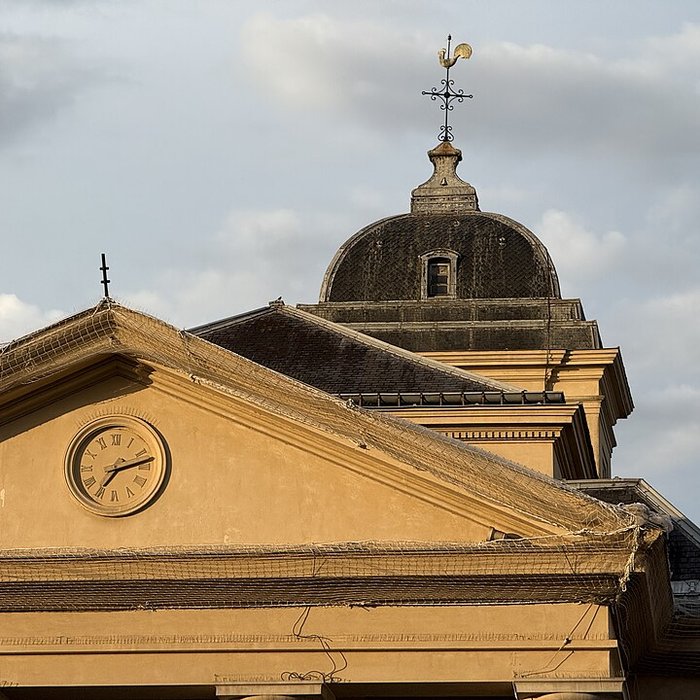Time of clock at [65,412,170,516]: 7:13
